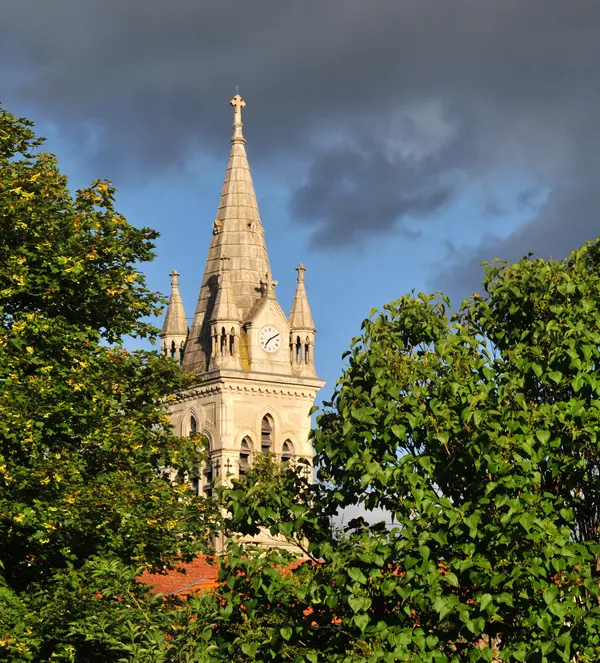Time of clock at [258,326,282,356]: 7:09
